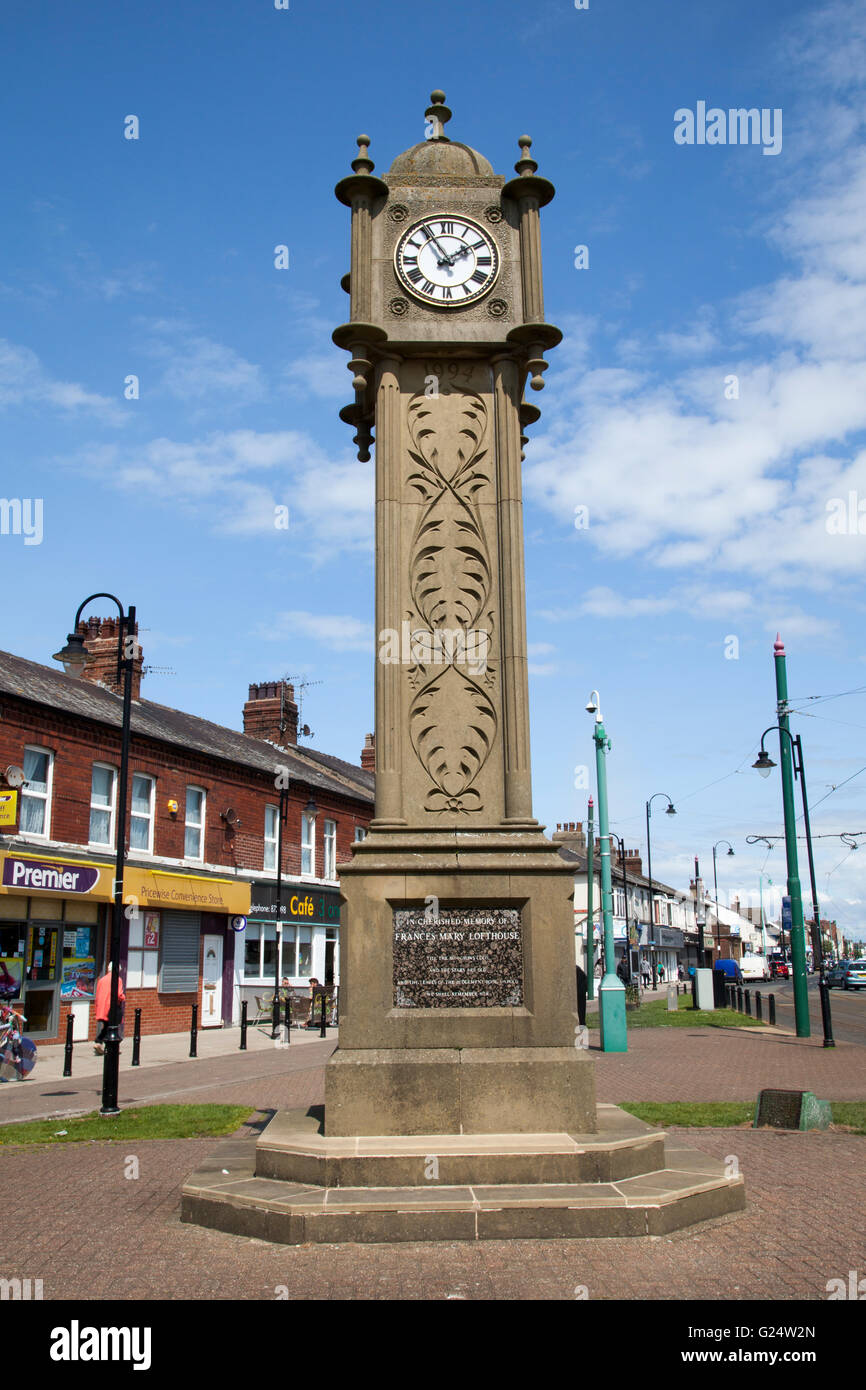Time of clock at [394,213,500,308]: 1:54
